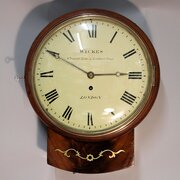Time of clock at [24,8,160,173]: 2:49
